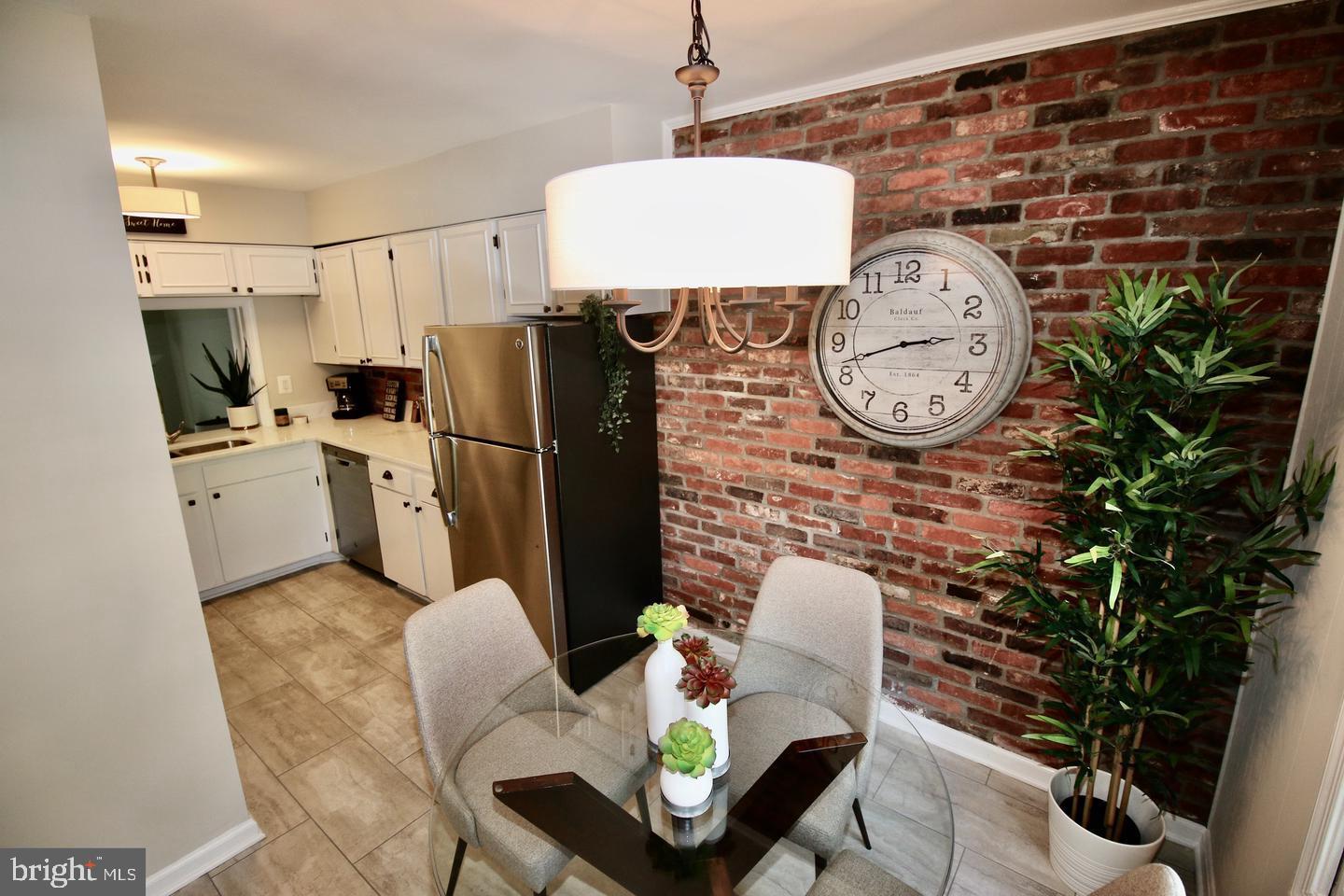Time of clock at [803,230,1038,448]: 2:42
